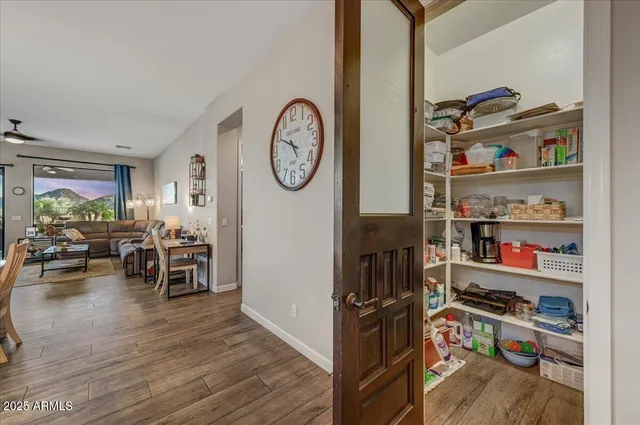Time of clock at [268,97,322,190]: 4:49
